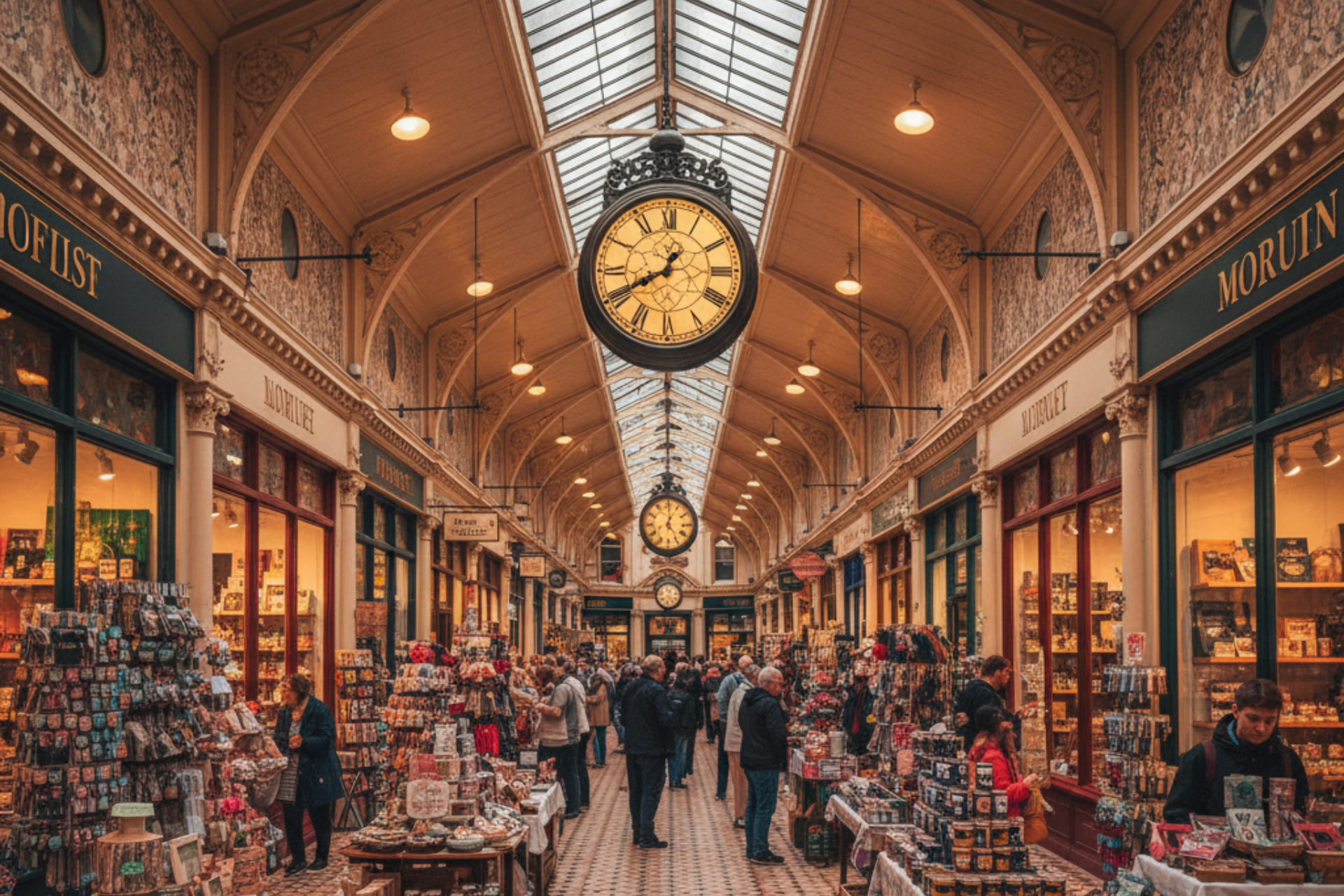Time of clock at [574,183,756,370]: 12:40
